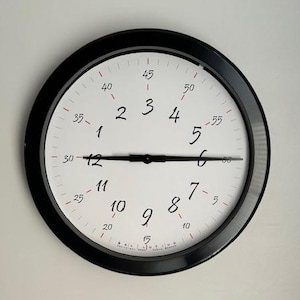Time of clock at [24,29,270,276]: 9:14
